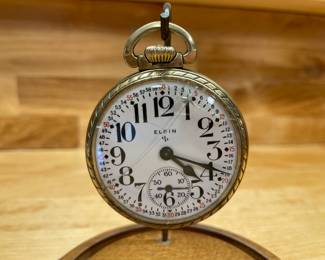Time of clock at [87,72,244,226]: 4:18
